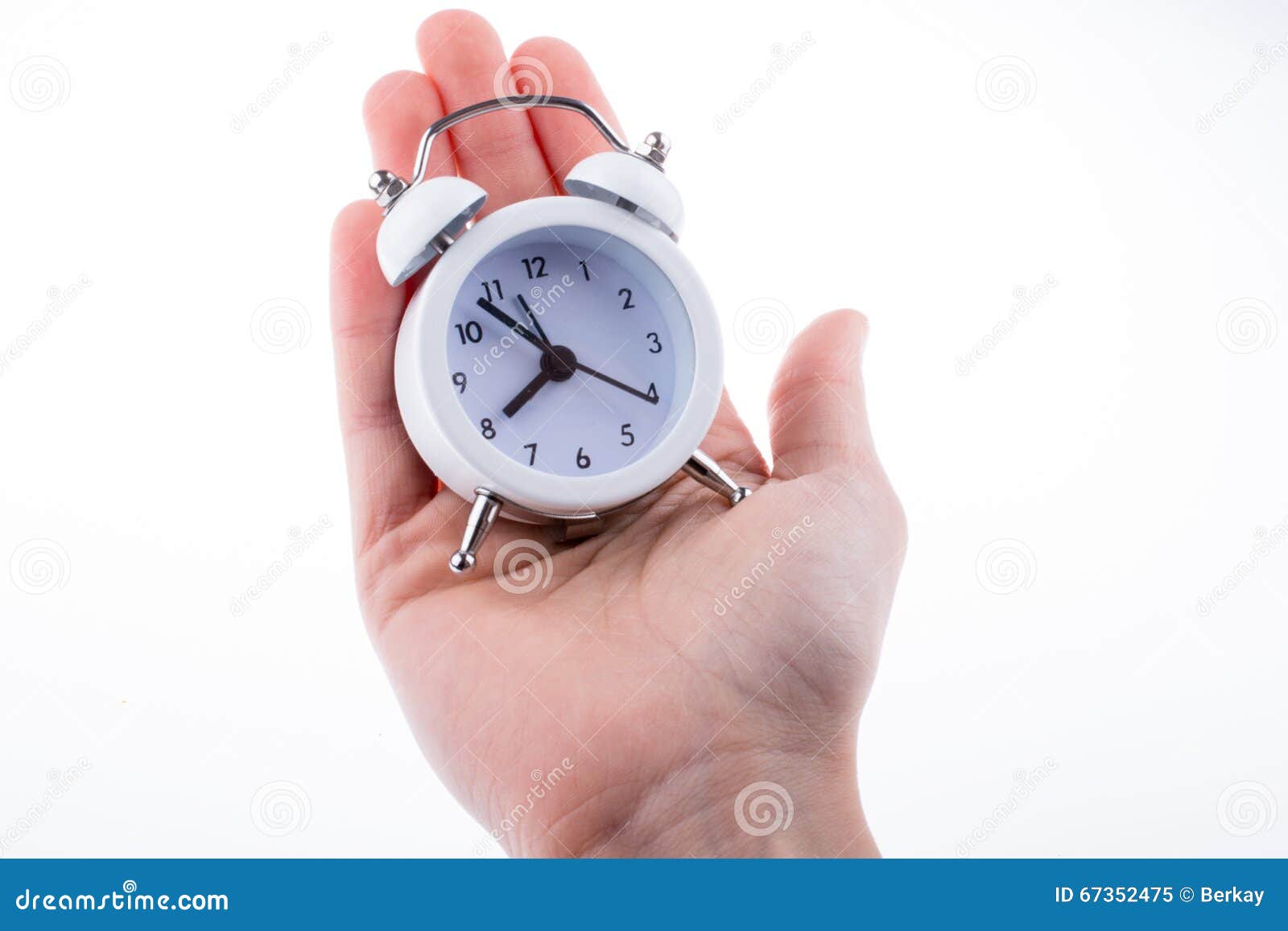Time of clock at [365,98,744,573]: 7:53
